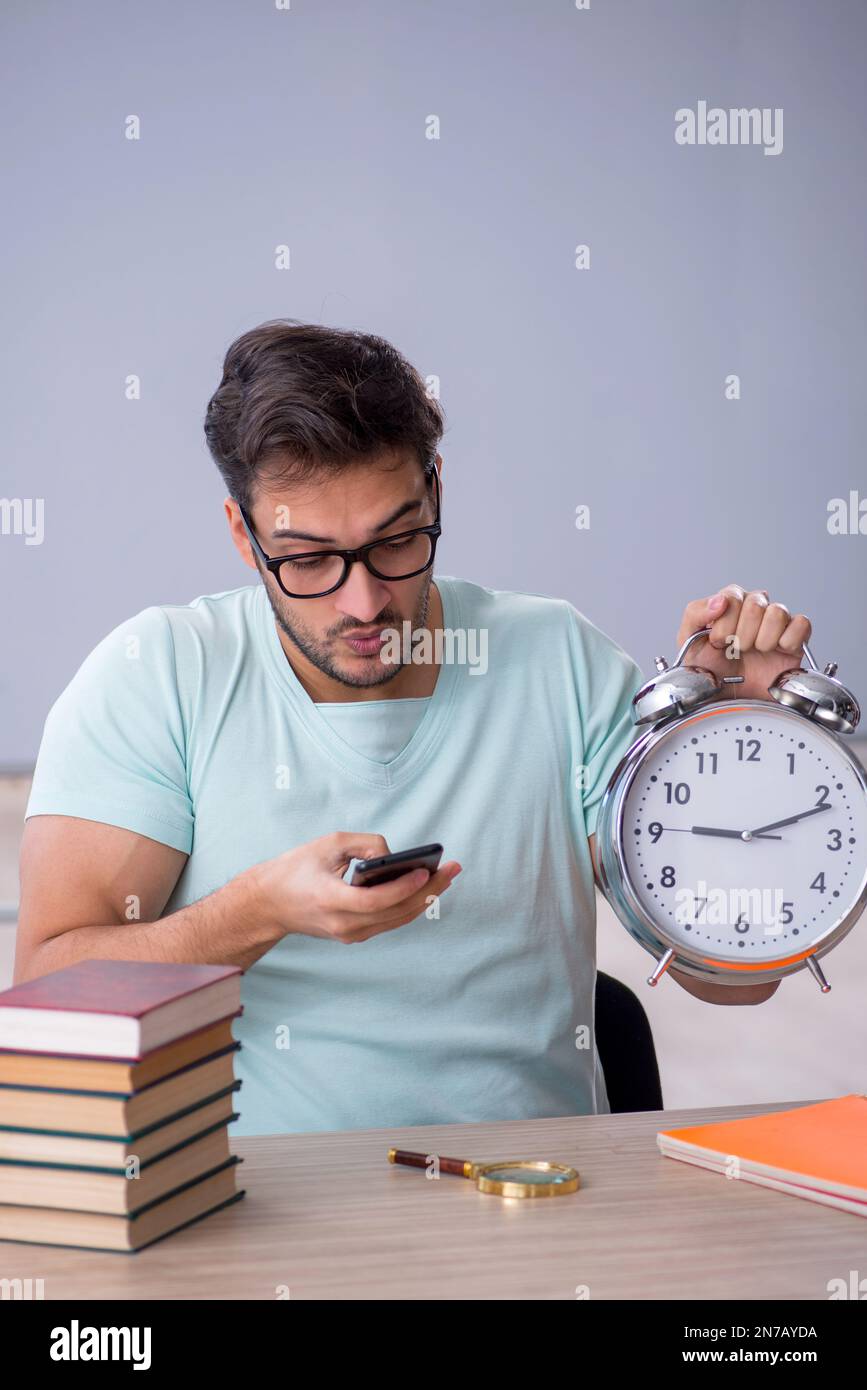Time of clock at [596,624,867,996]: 9:11
